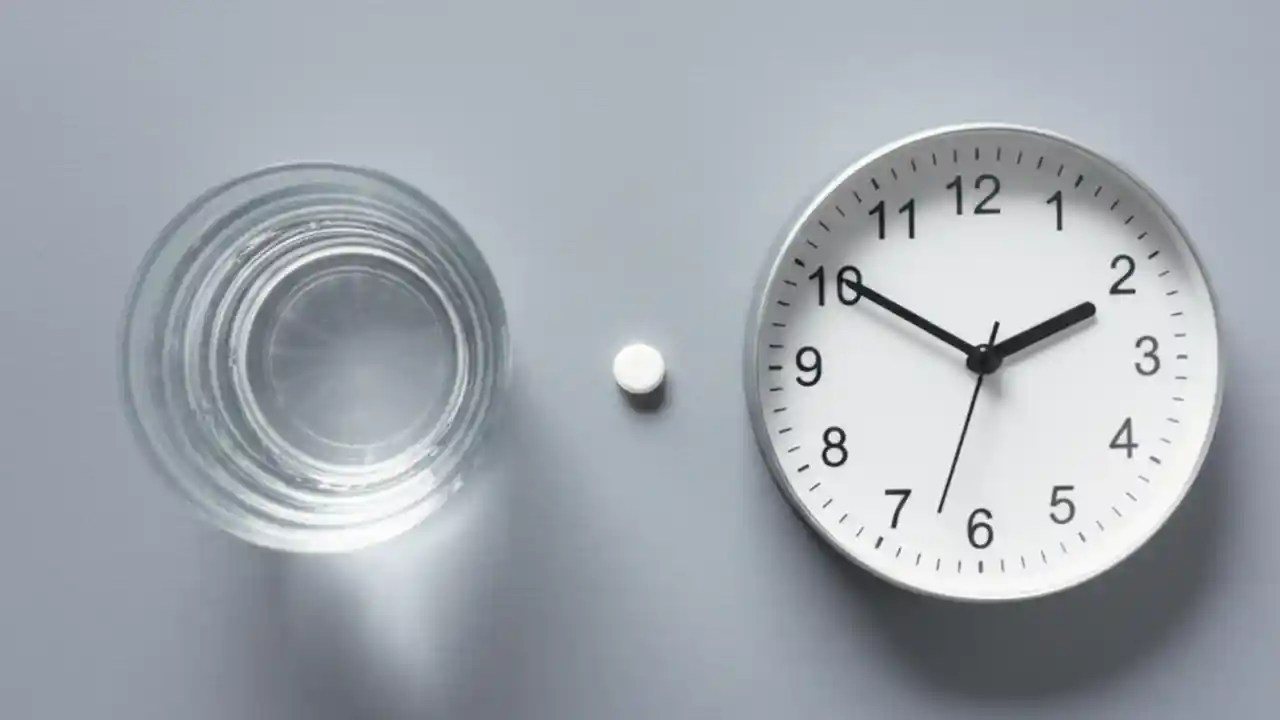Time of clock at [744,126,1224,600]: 1:50
